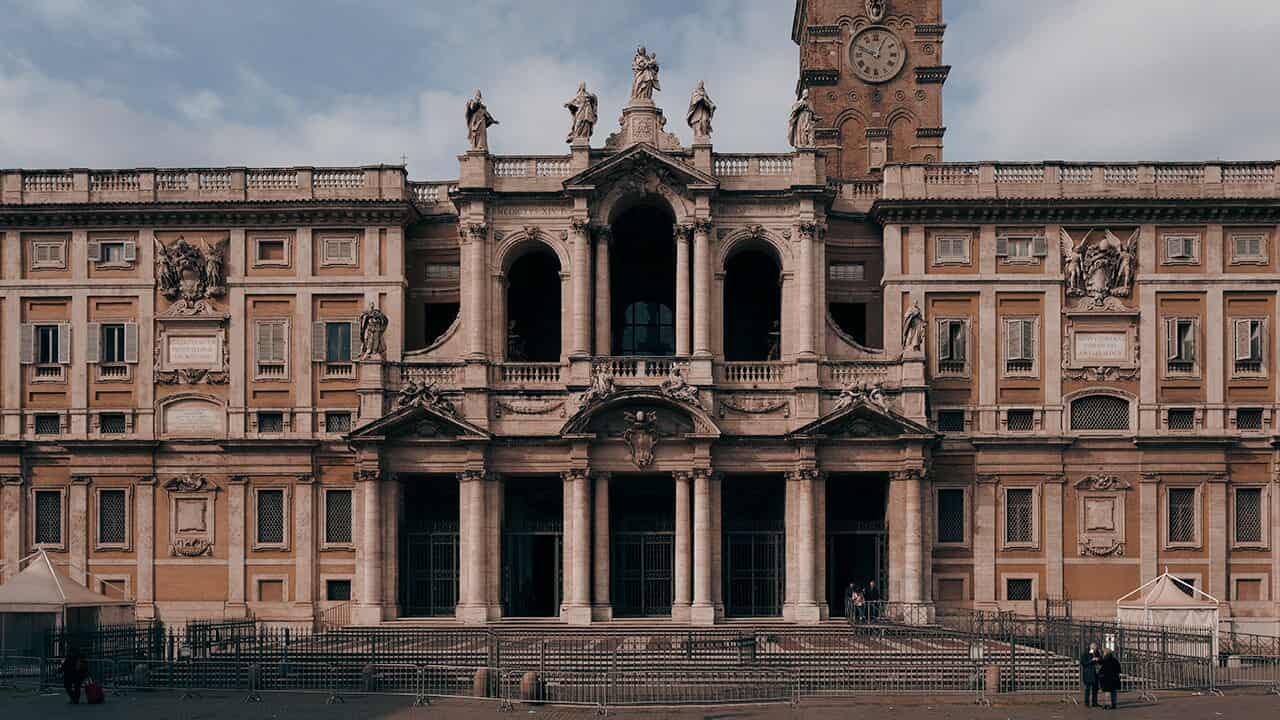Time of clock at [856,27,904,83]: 12:48
